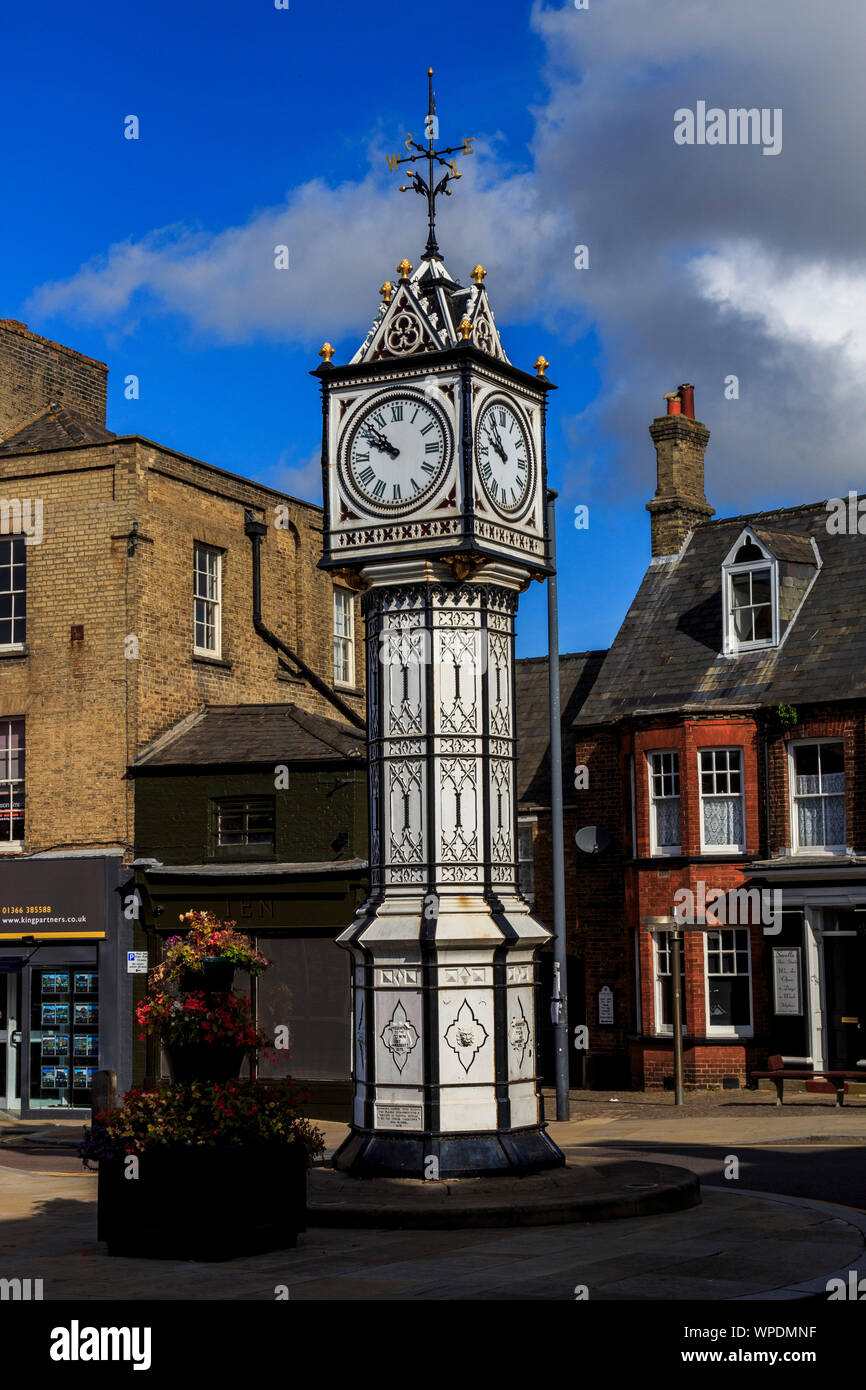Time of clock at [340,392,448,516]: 9:52
